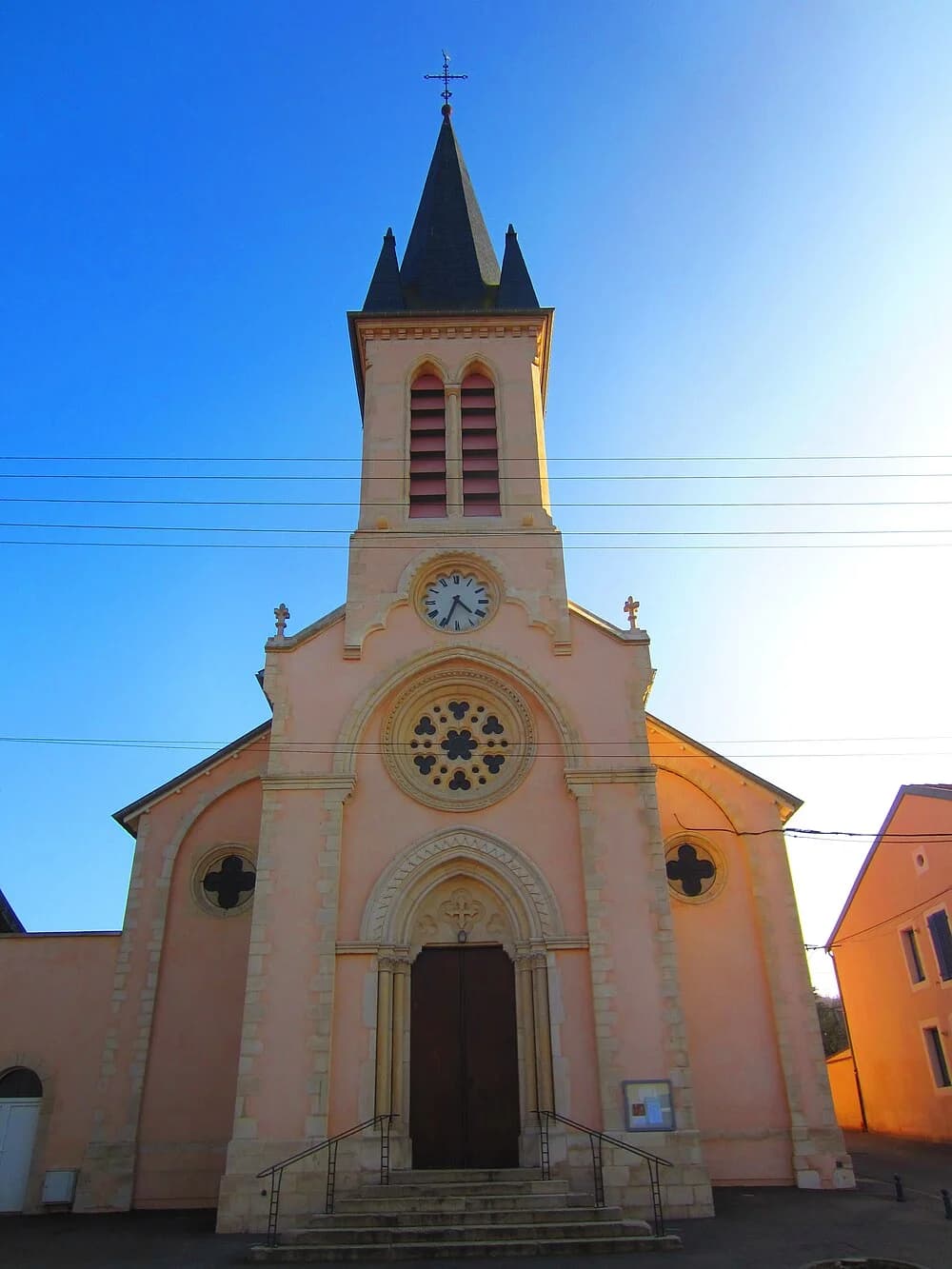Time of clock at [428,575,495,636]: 4:33
